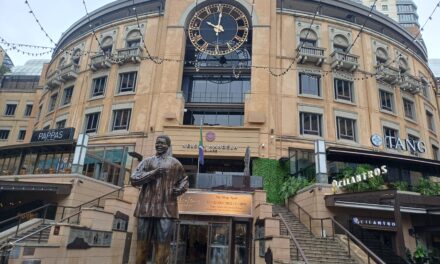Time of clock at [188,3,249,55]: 10:00
